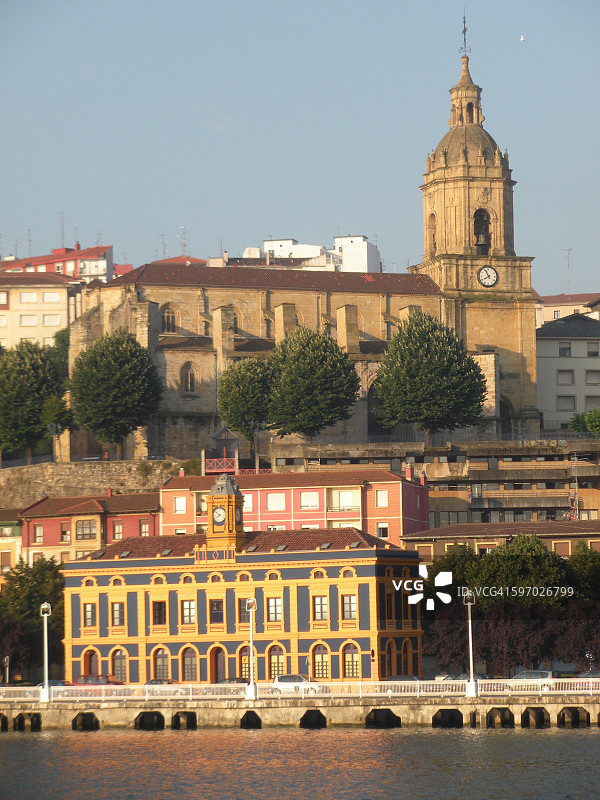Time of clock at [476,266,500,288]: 7:55
